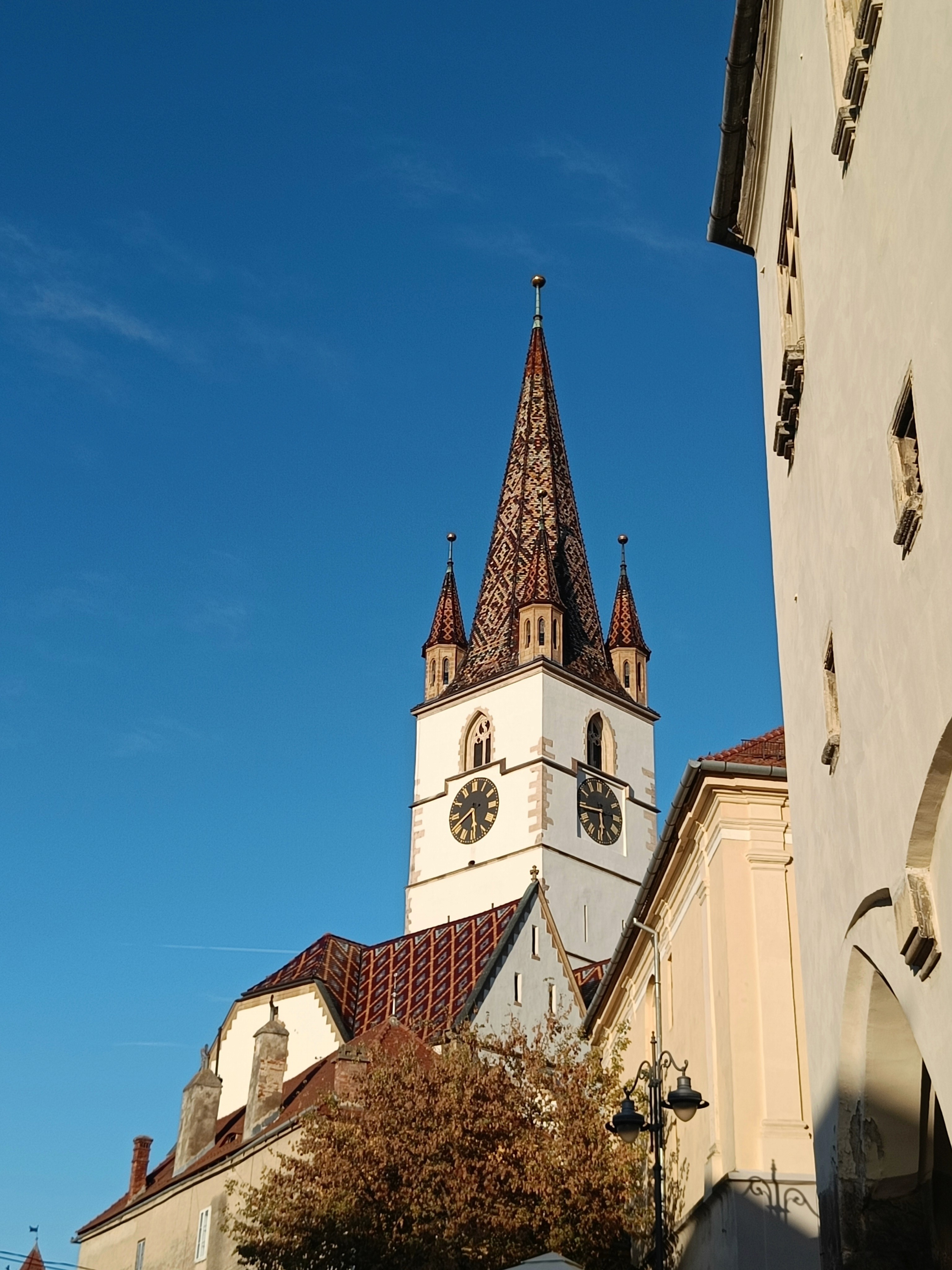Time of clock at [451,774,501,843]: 5:40
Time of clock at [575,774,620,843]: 5:44
